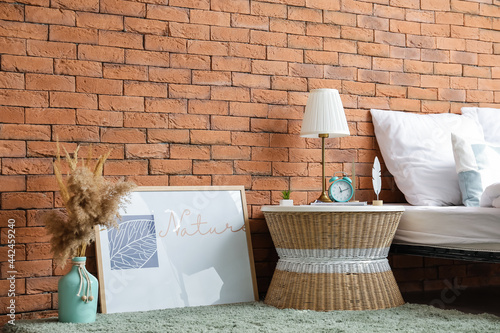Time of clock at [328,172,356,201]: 11:11
